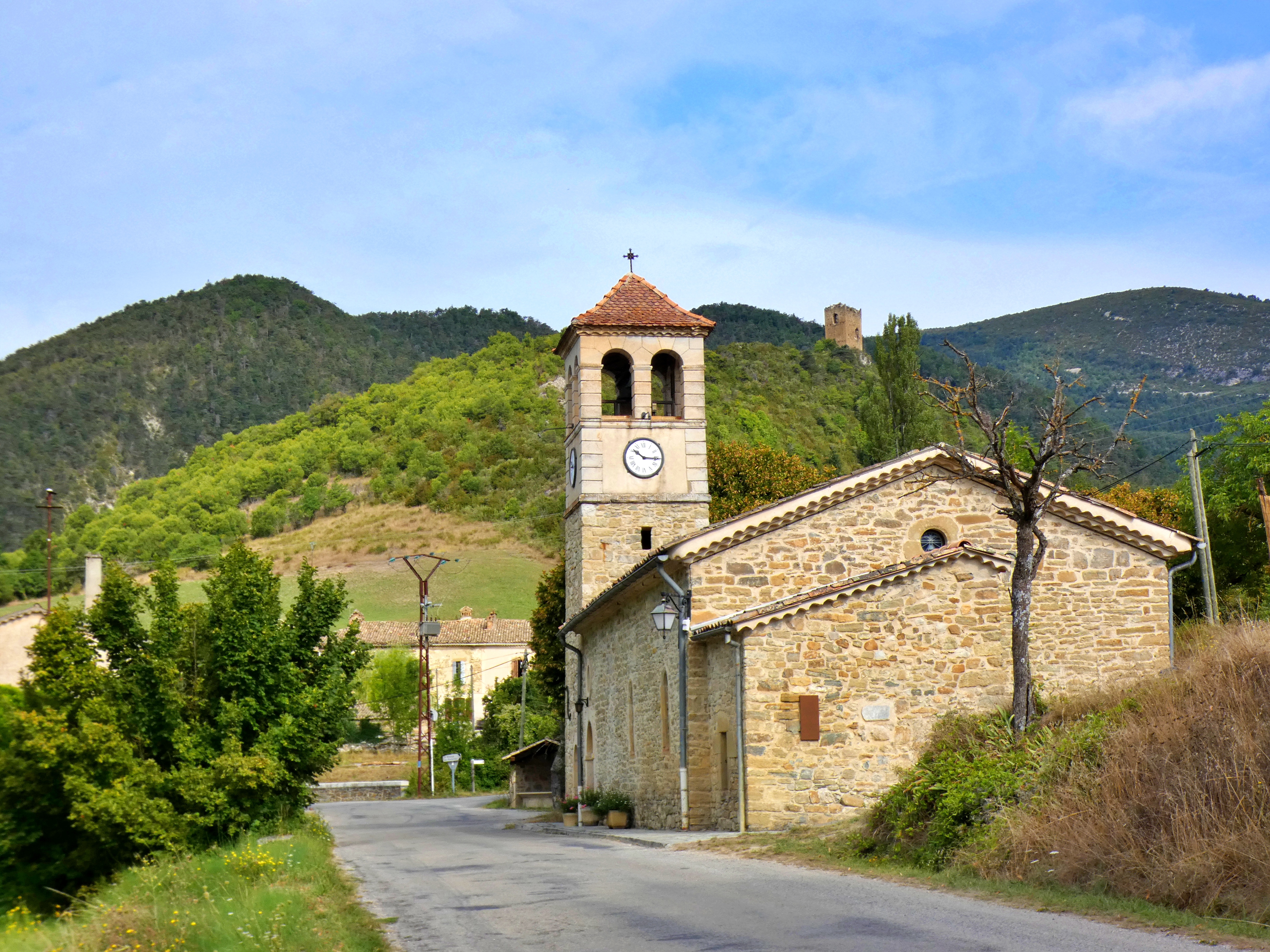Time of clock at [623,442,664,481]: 10:15
